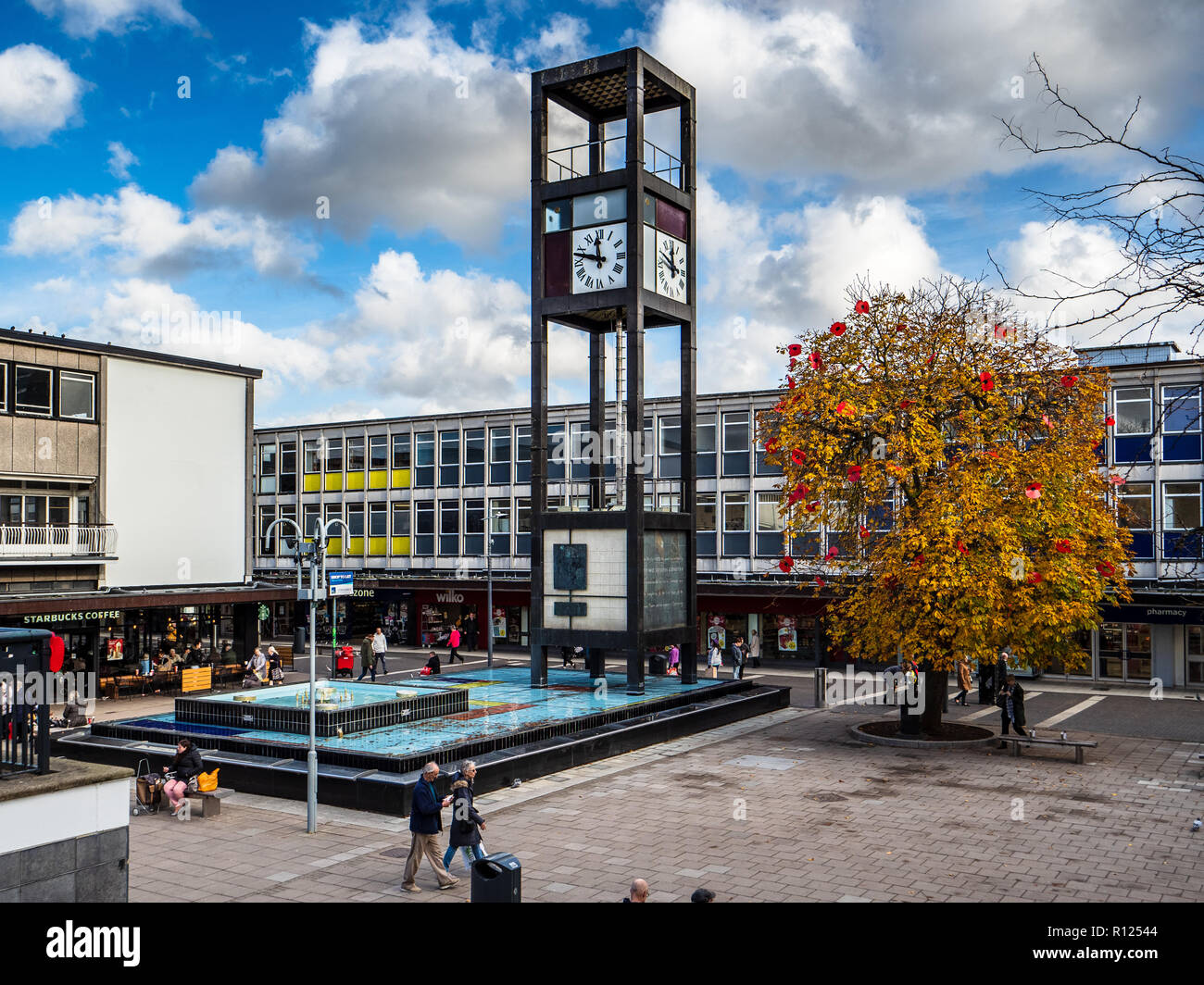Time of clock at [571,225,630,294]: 11:47
